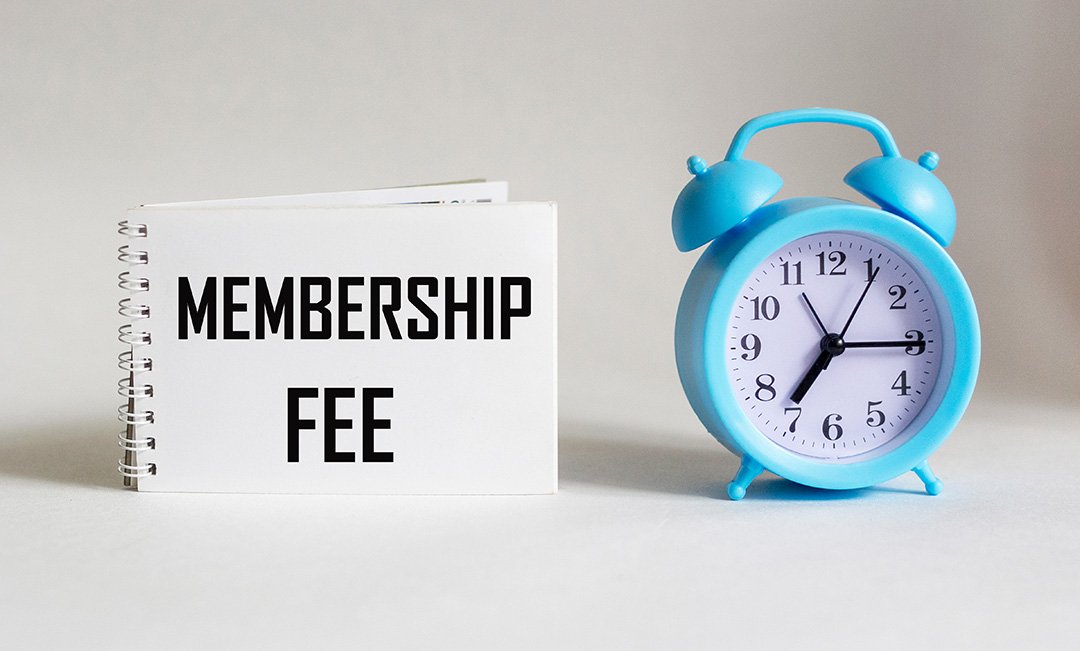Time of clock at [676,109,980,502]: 7:15
